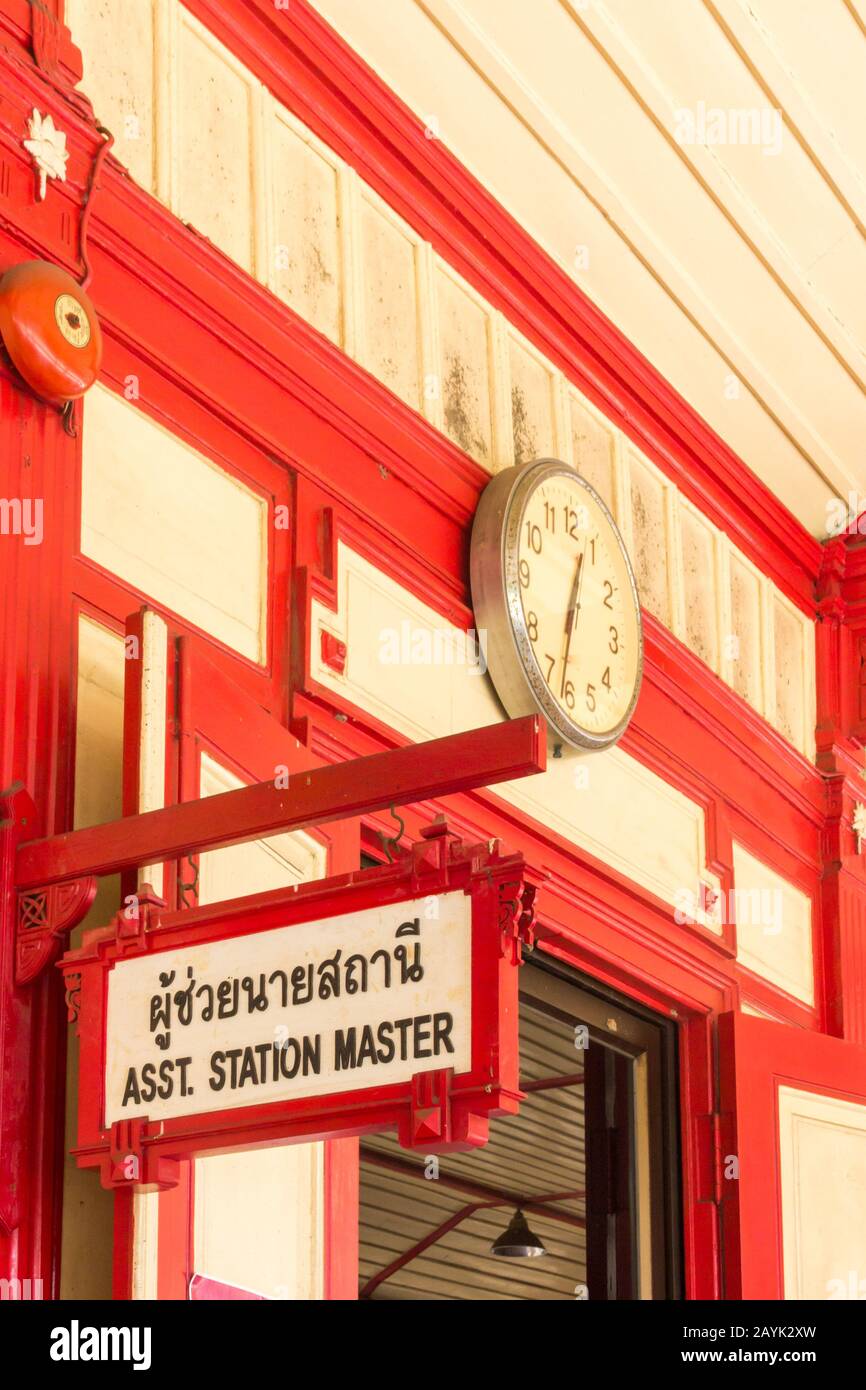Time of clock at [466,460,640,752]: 12:32
